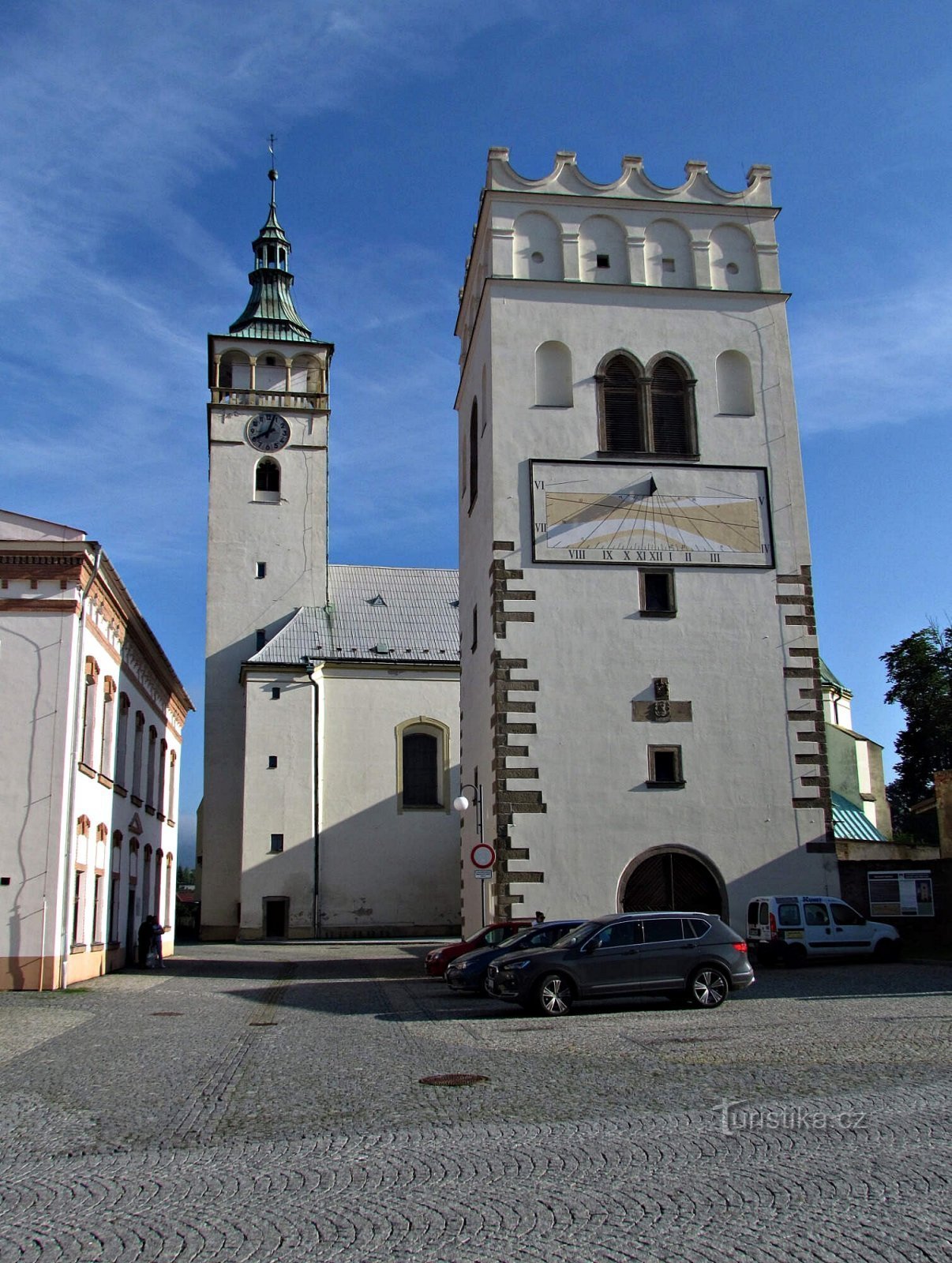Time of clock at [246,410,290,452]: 8:03
